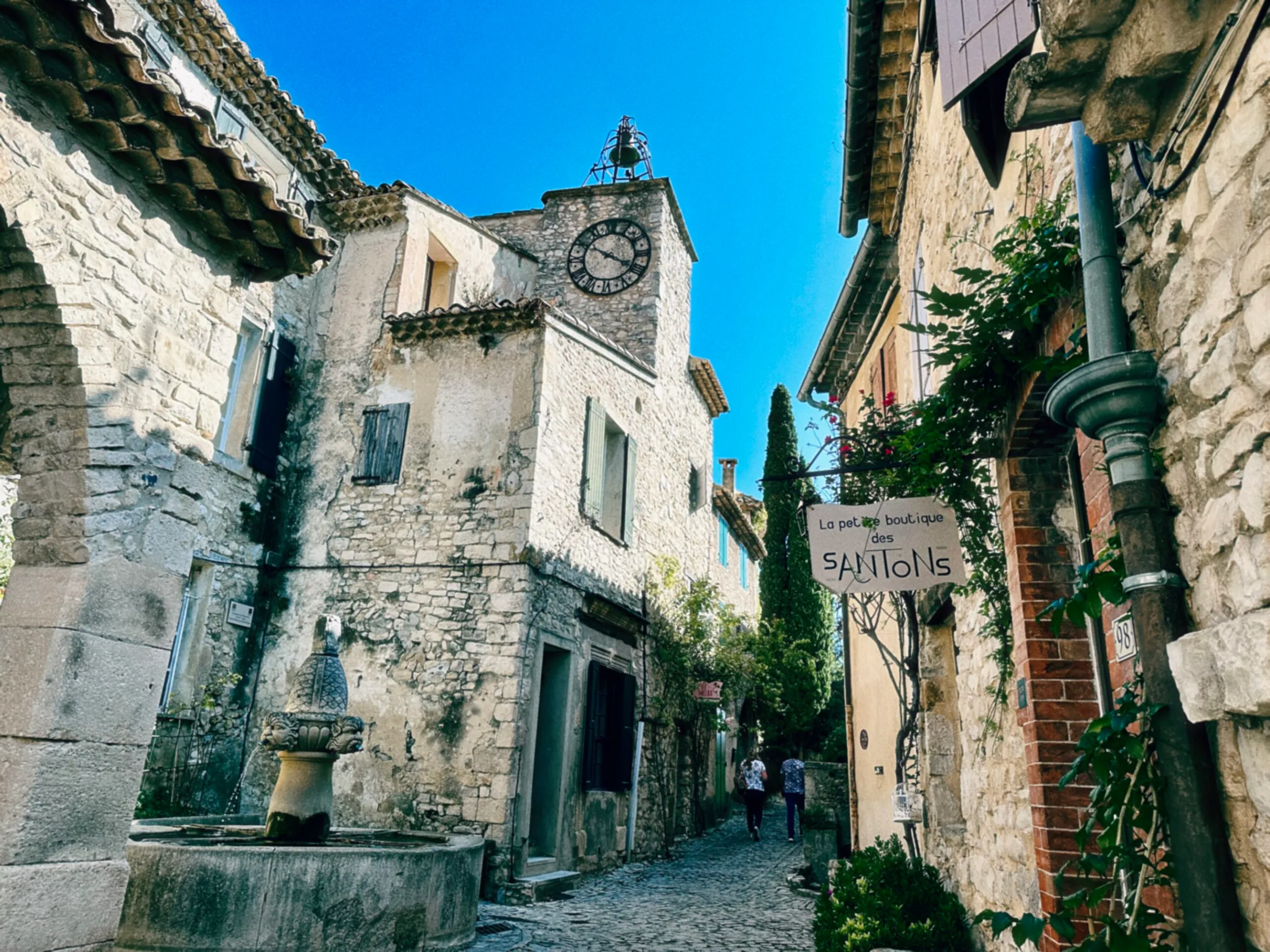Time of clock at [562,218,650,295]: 3:50
